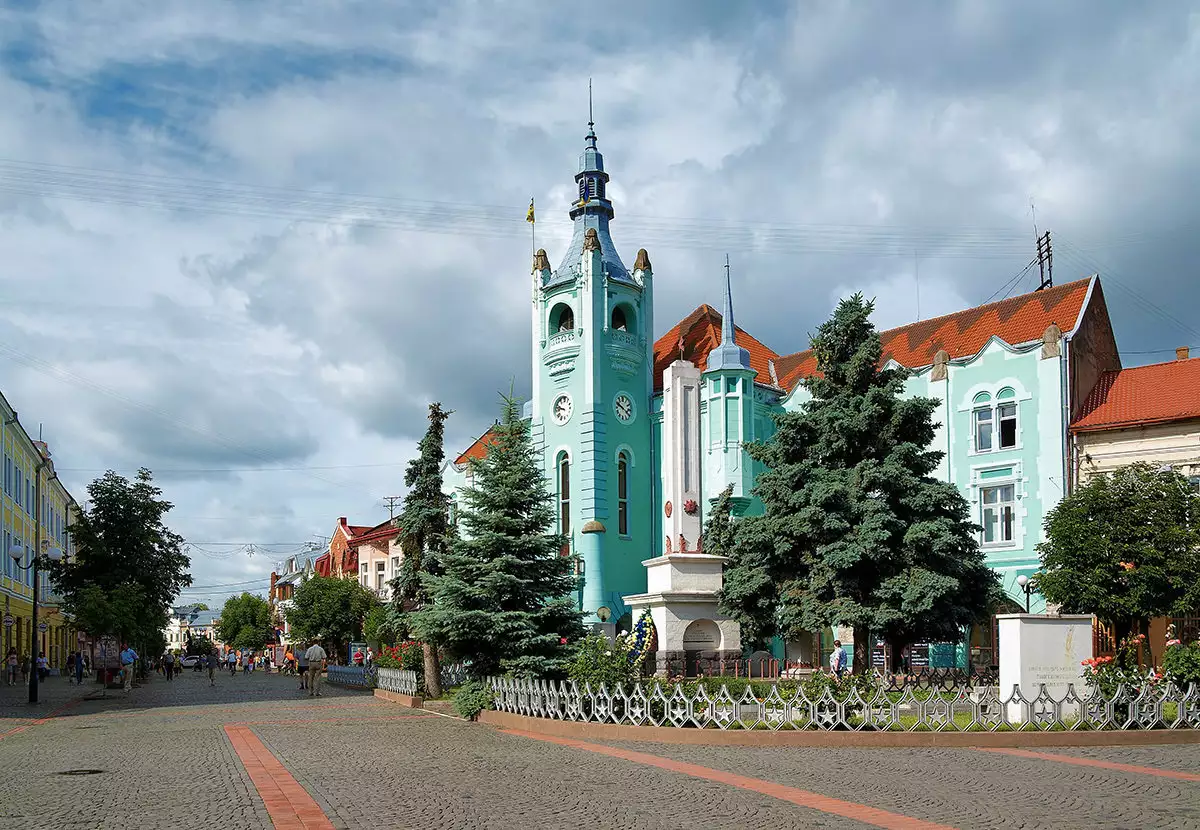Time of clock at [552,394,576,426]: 9:47
